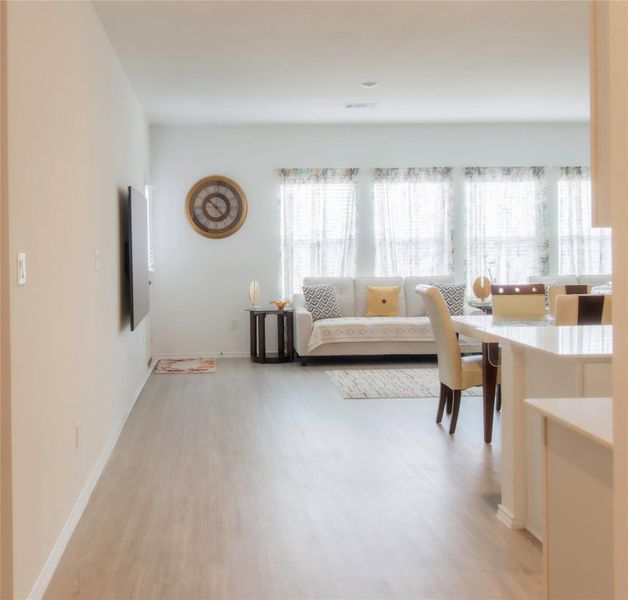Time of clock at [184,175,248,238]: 10:23
